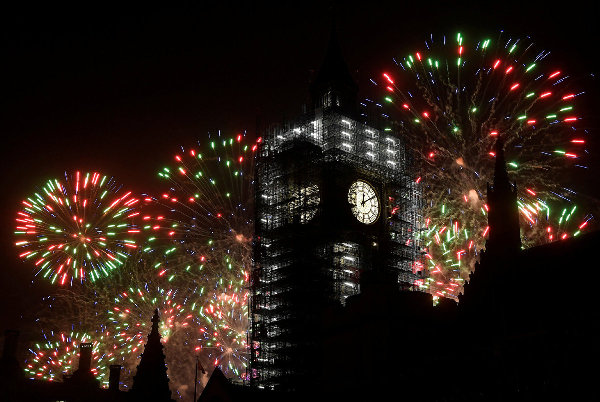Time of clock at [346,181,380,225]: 12:09
